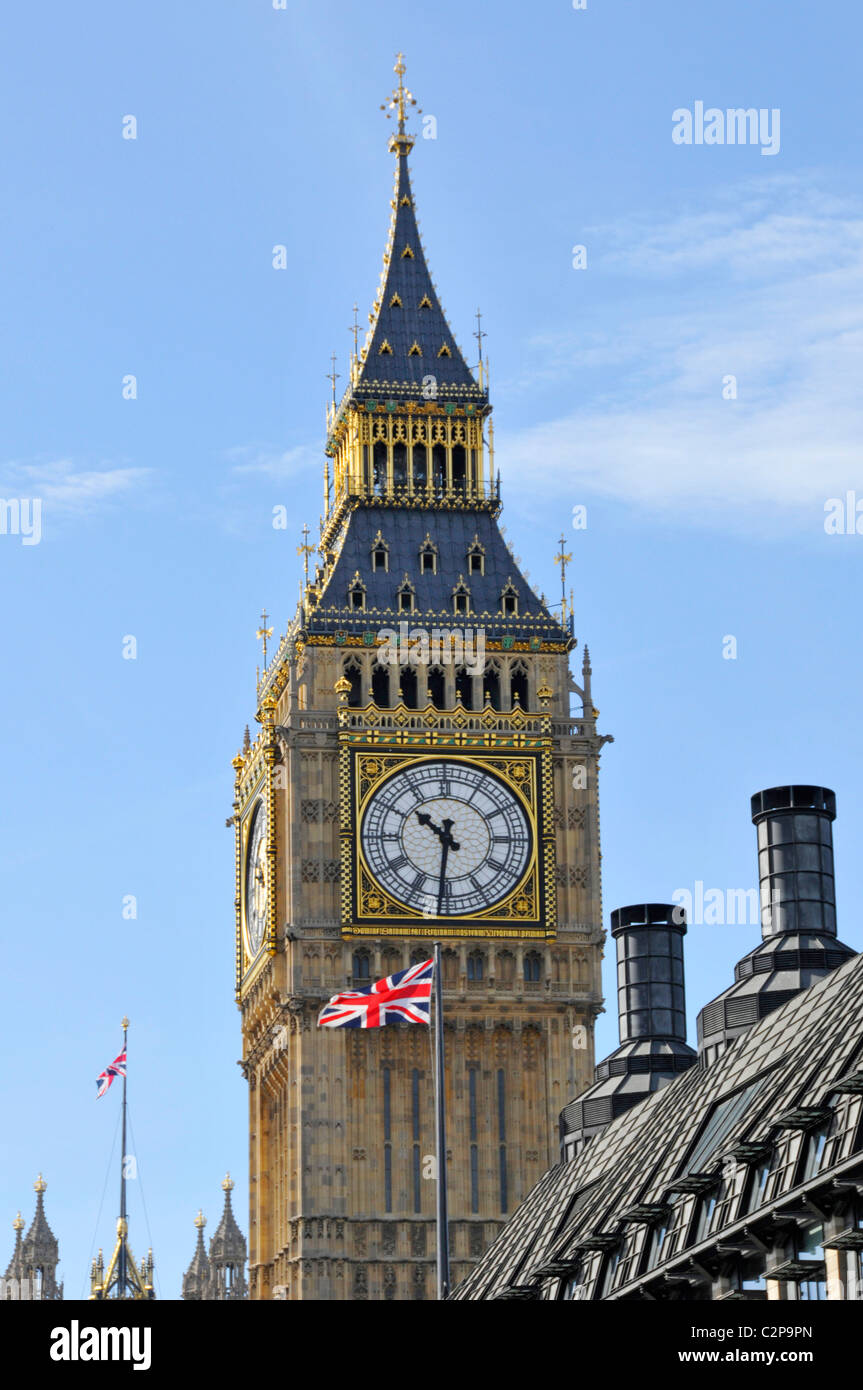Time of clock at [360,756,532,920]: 10:31
